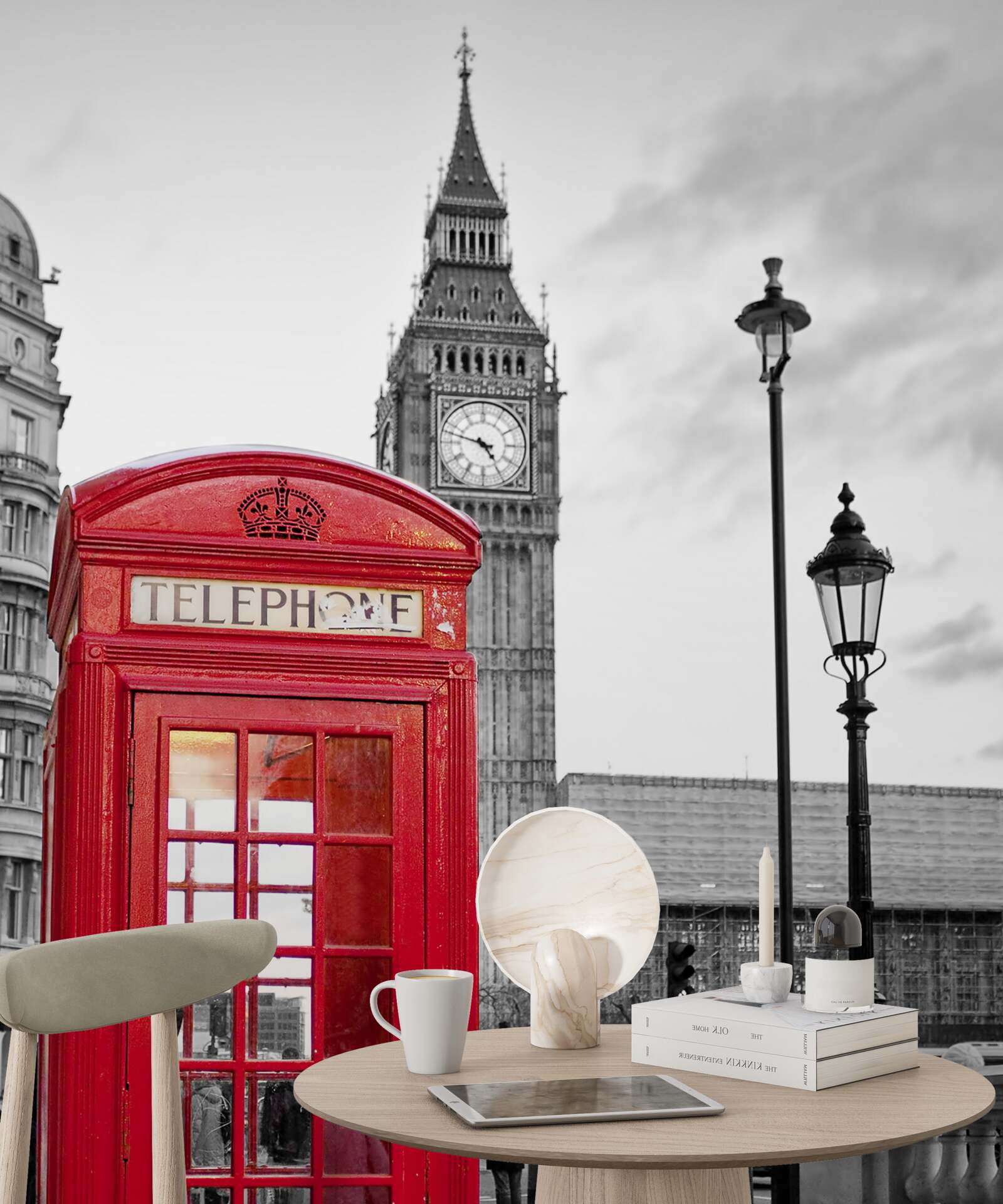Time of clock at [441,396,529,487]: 4:47
